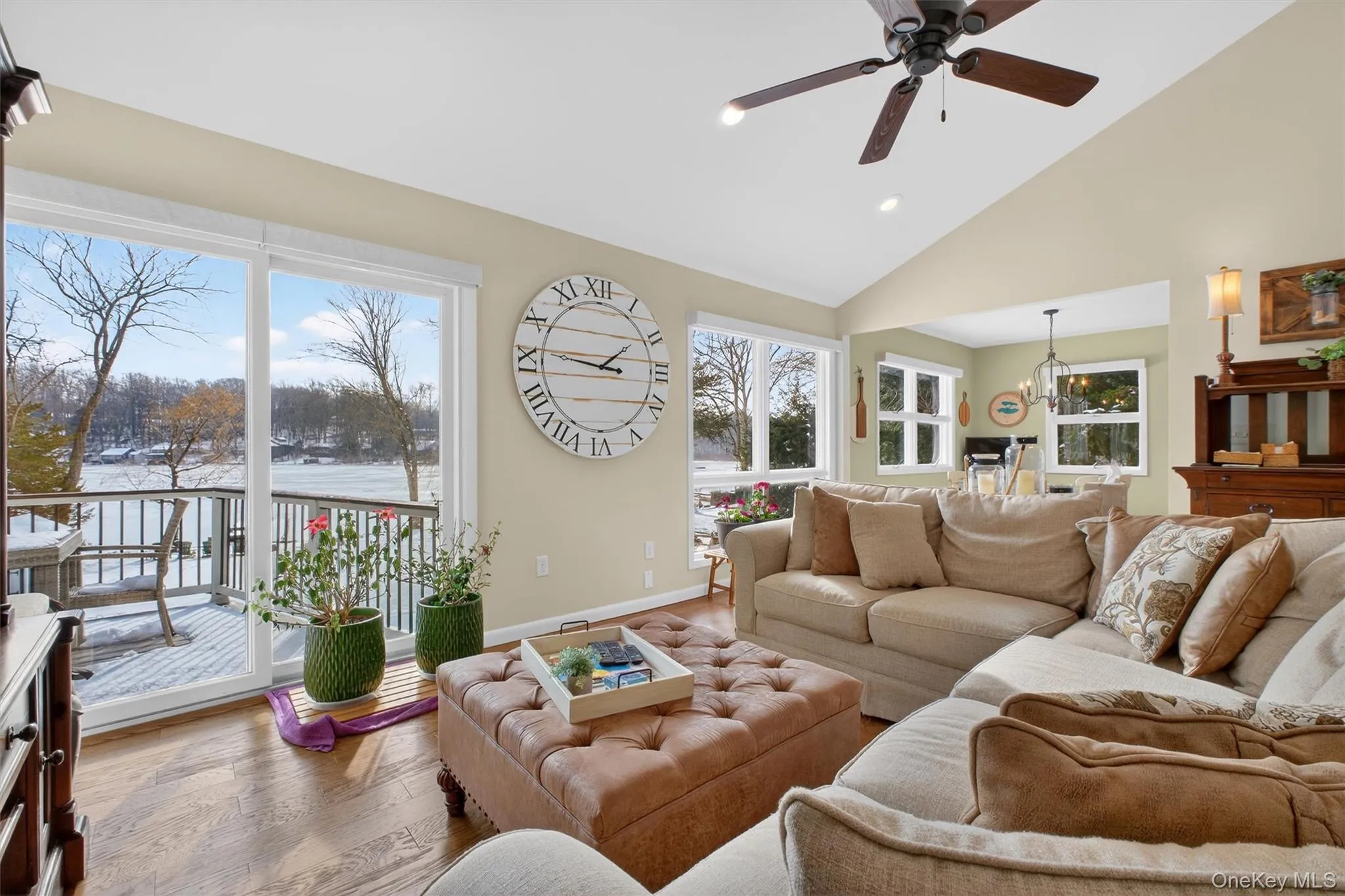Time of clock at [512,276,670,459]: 1:46
